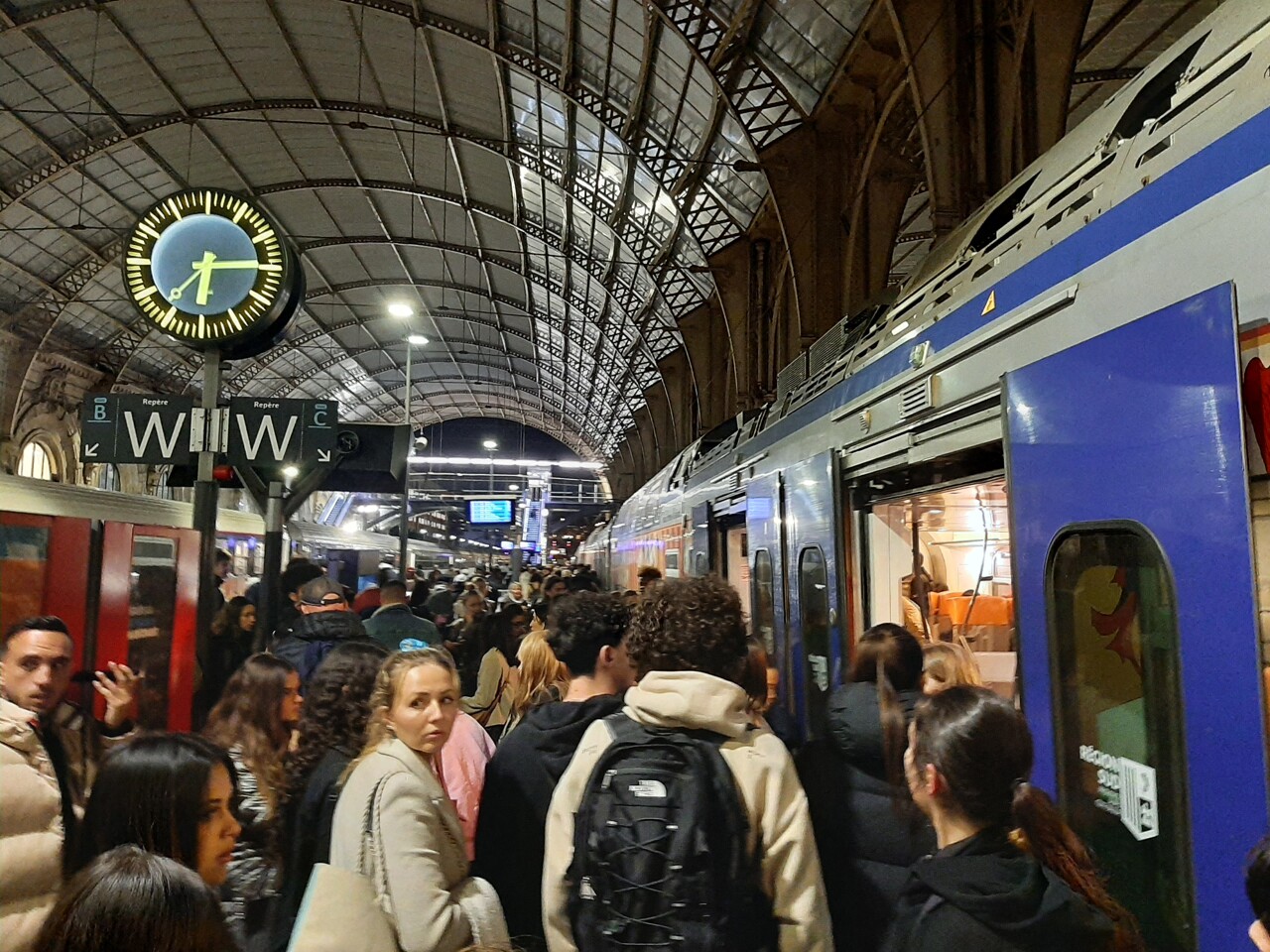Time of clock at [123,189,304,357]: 6:14
